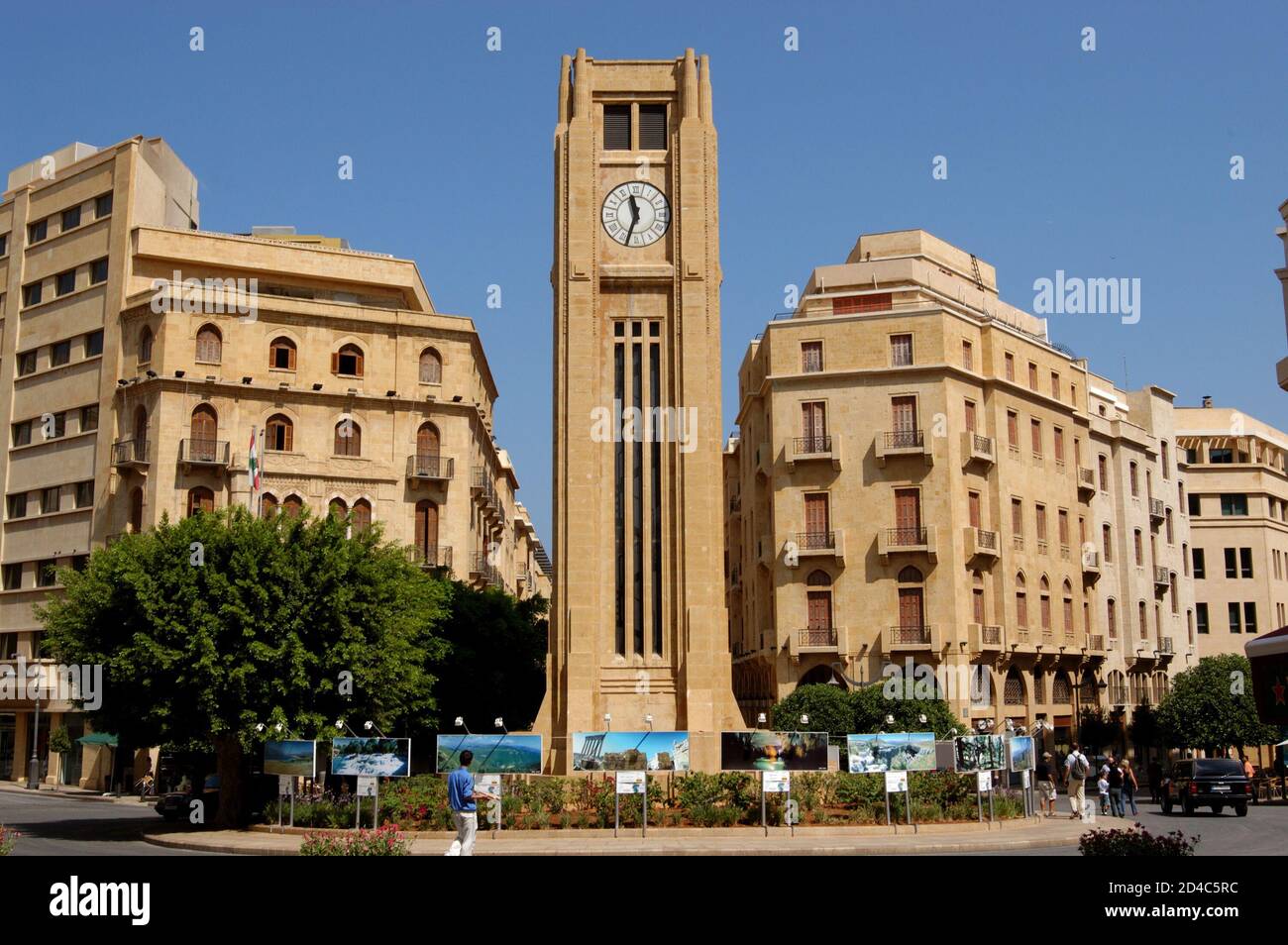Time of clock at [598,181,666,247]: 11:33
